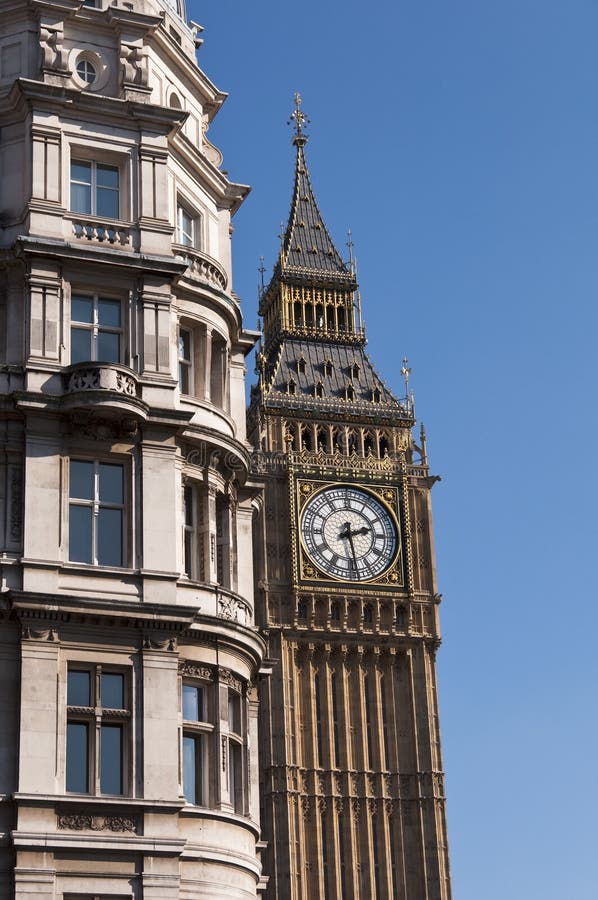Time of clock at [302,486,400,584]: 2:28
